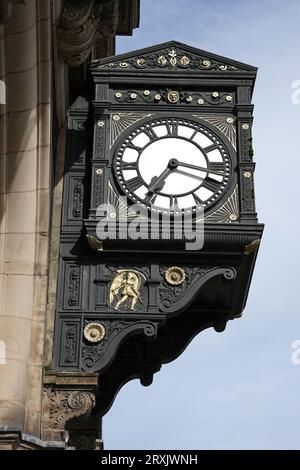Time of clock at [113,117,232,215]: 7:17
